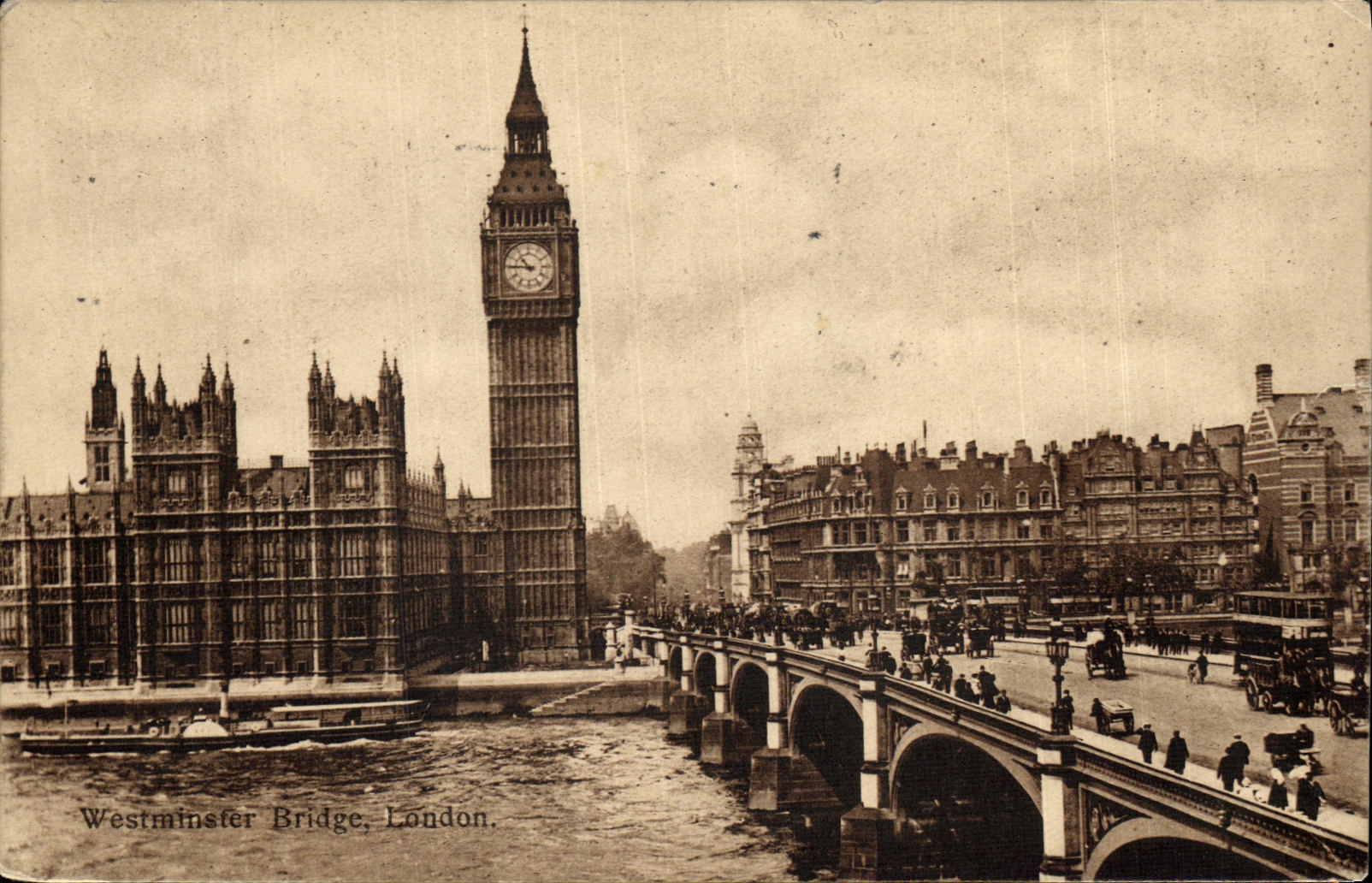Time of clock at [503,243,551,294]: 10:45
